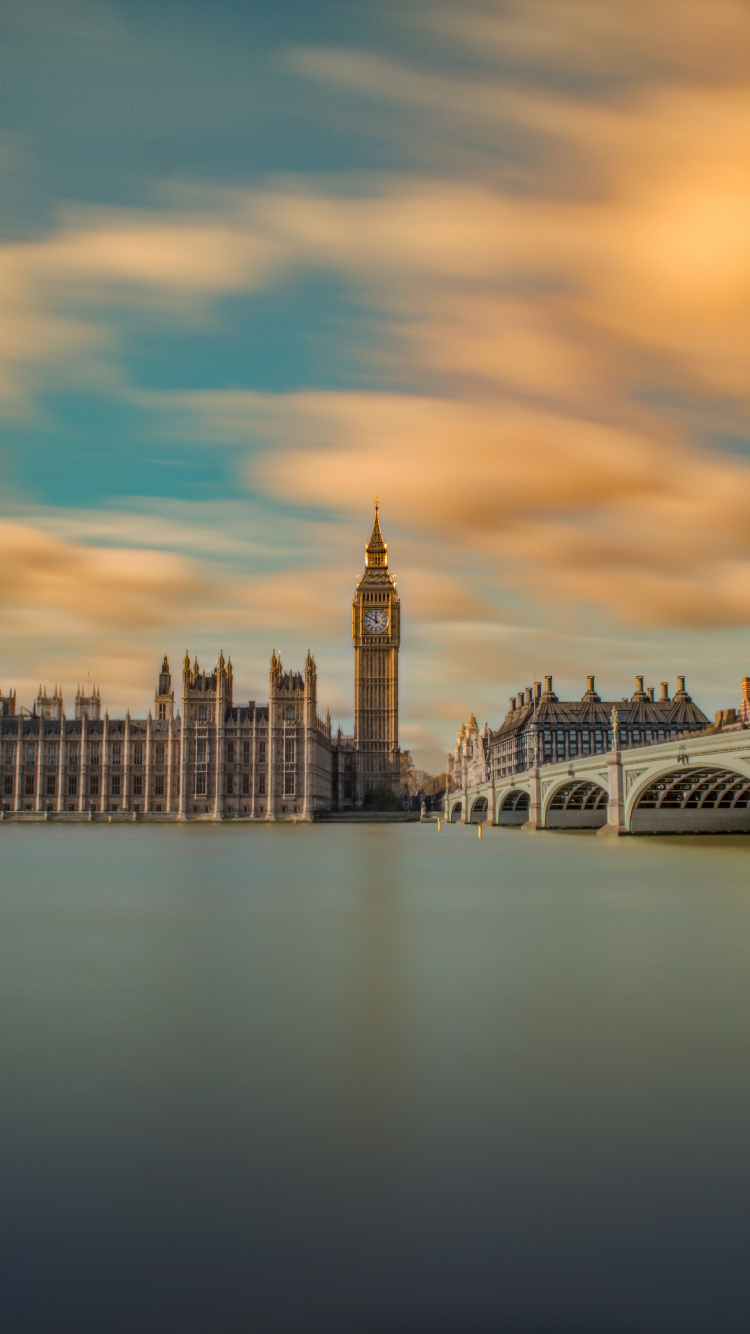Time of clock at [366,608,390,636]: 11:50
